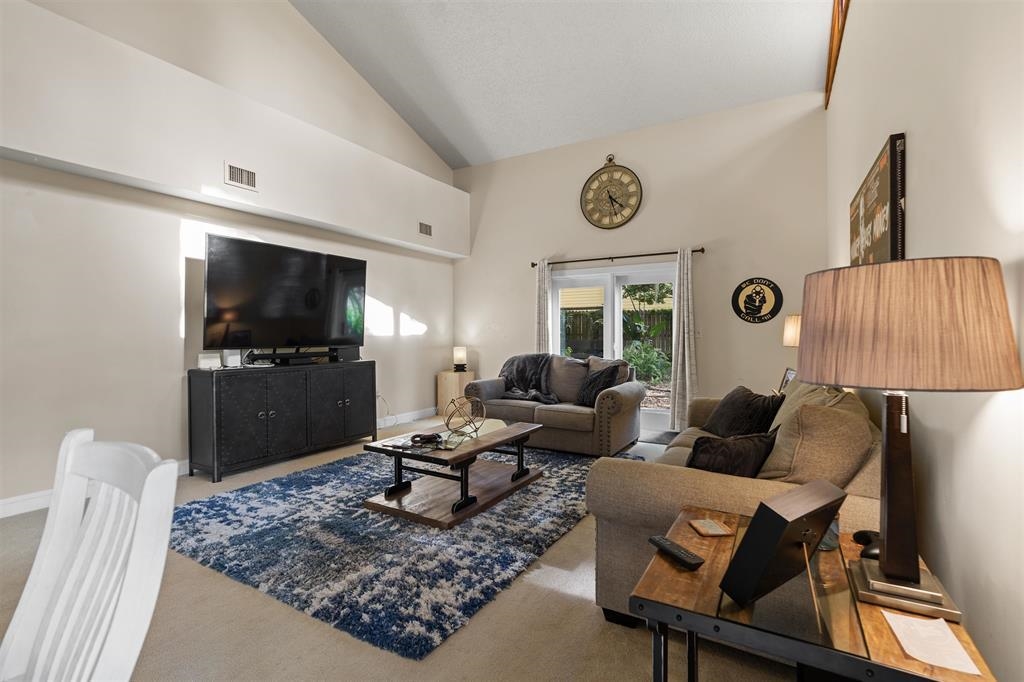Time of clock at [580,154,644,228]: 4:27
